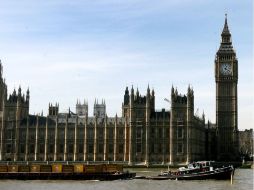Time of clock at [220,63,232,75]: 4:04
